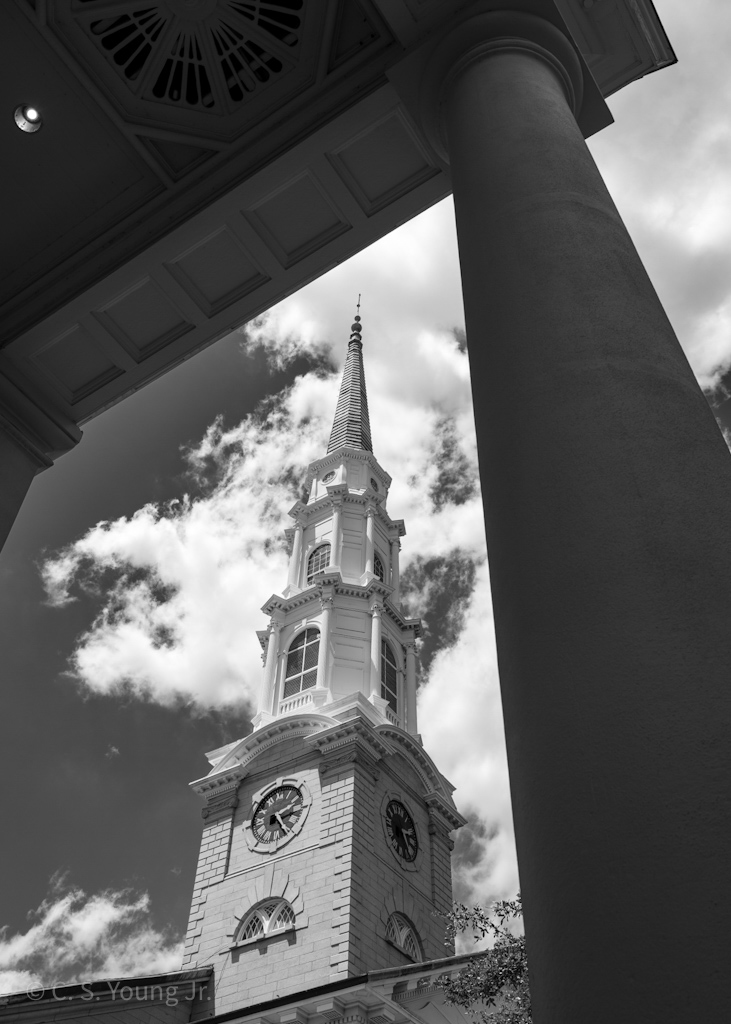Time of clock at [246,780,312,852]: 2:23
